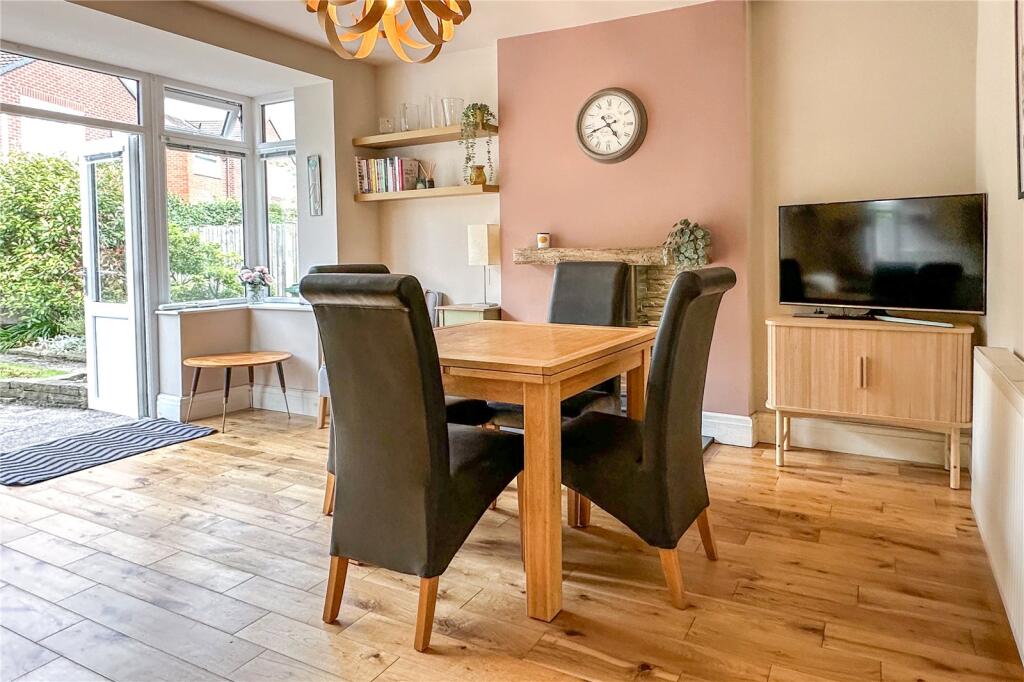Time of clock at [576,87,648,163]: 4:41
